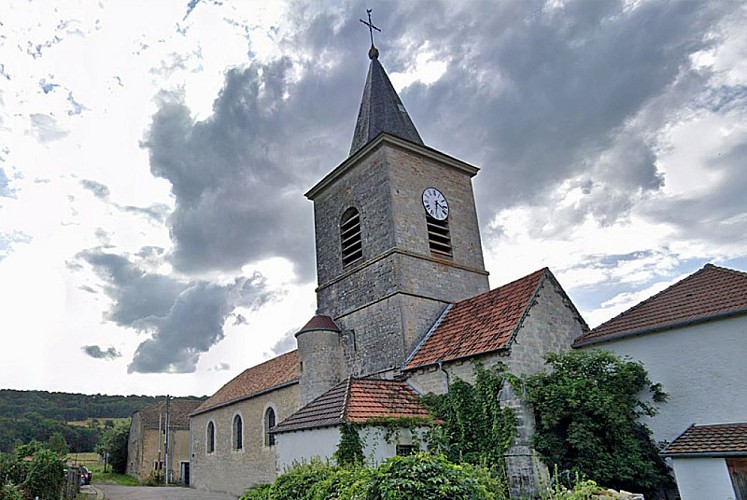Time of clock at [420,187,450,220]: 3:31
